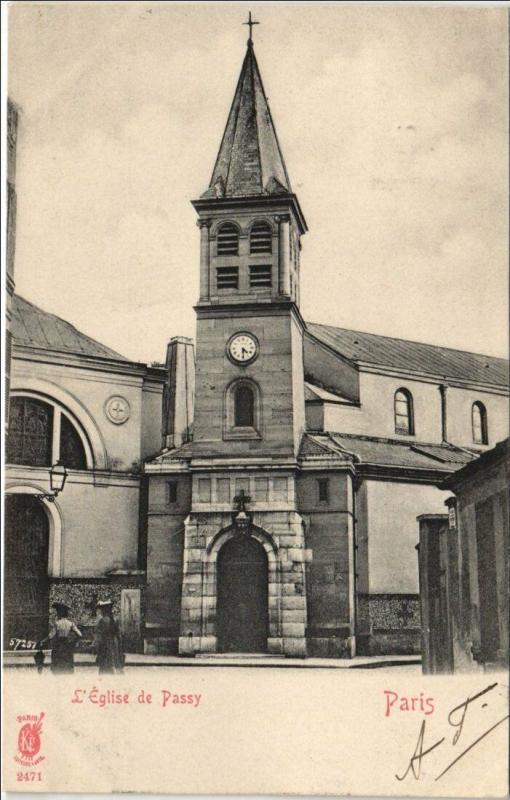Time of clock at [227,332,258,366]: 4:29
